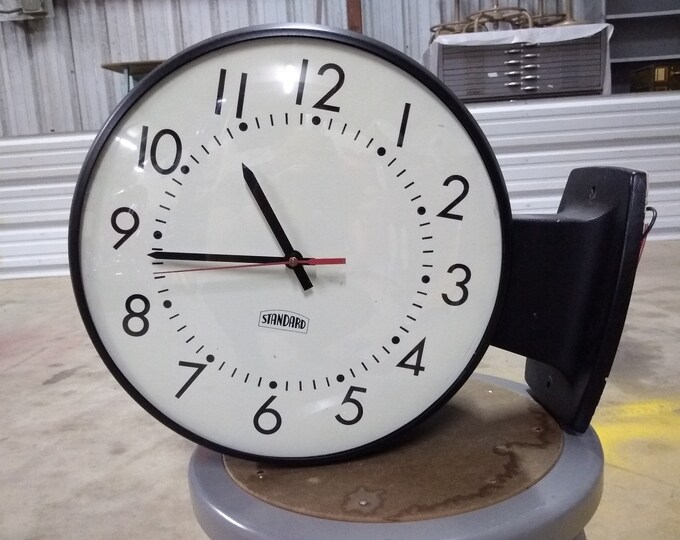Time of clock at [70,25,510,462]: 10:43
